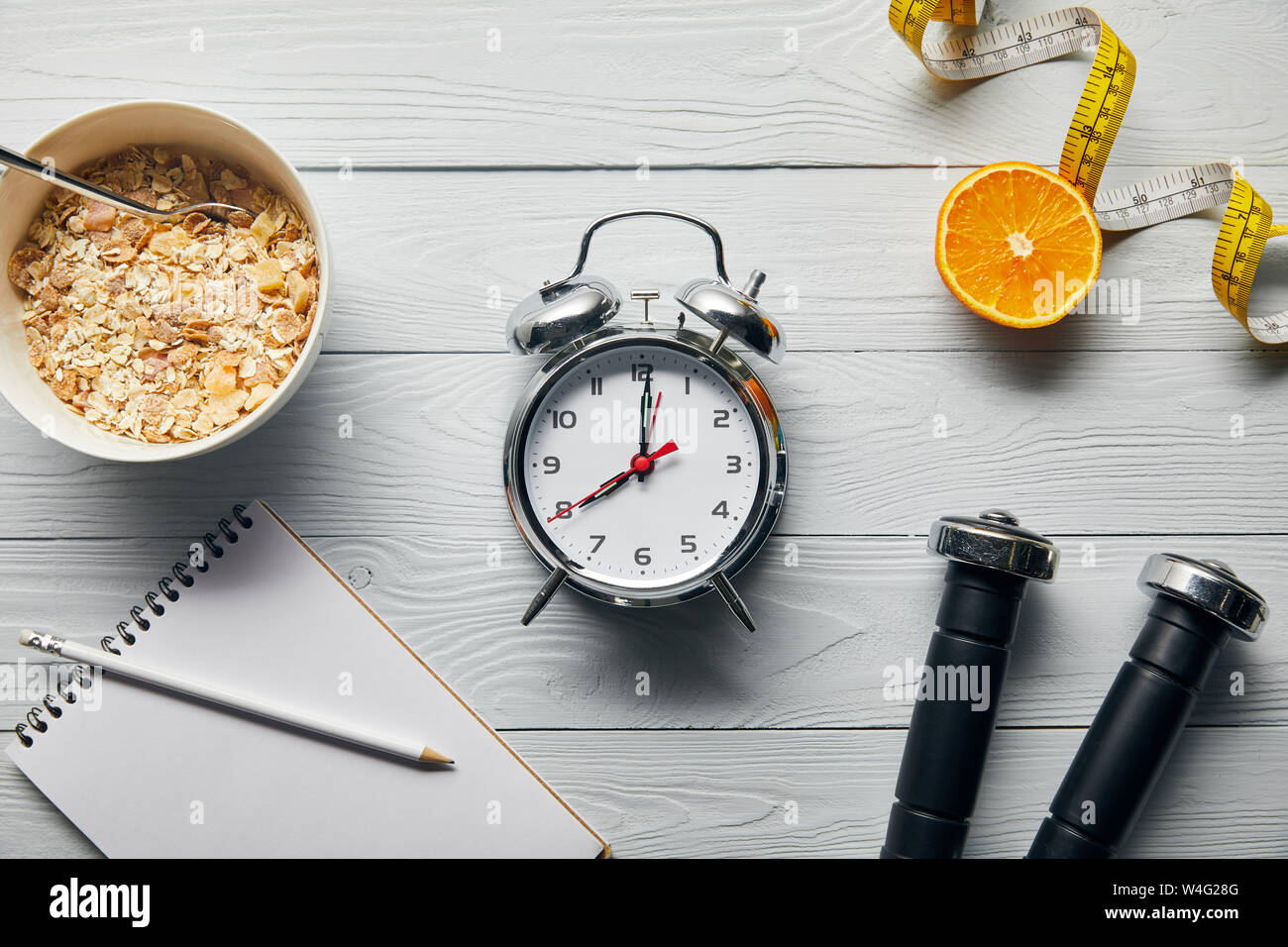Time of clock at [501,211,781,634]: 8:00
